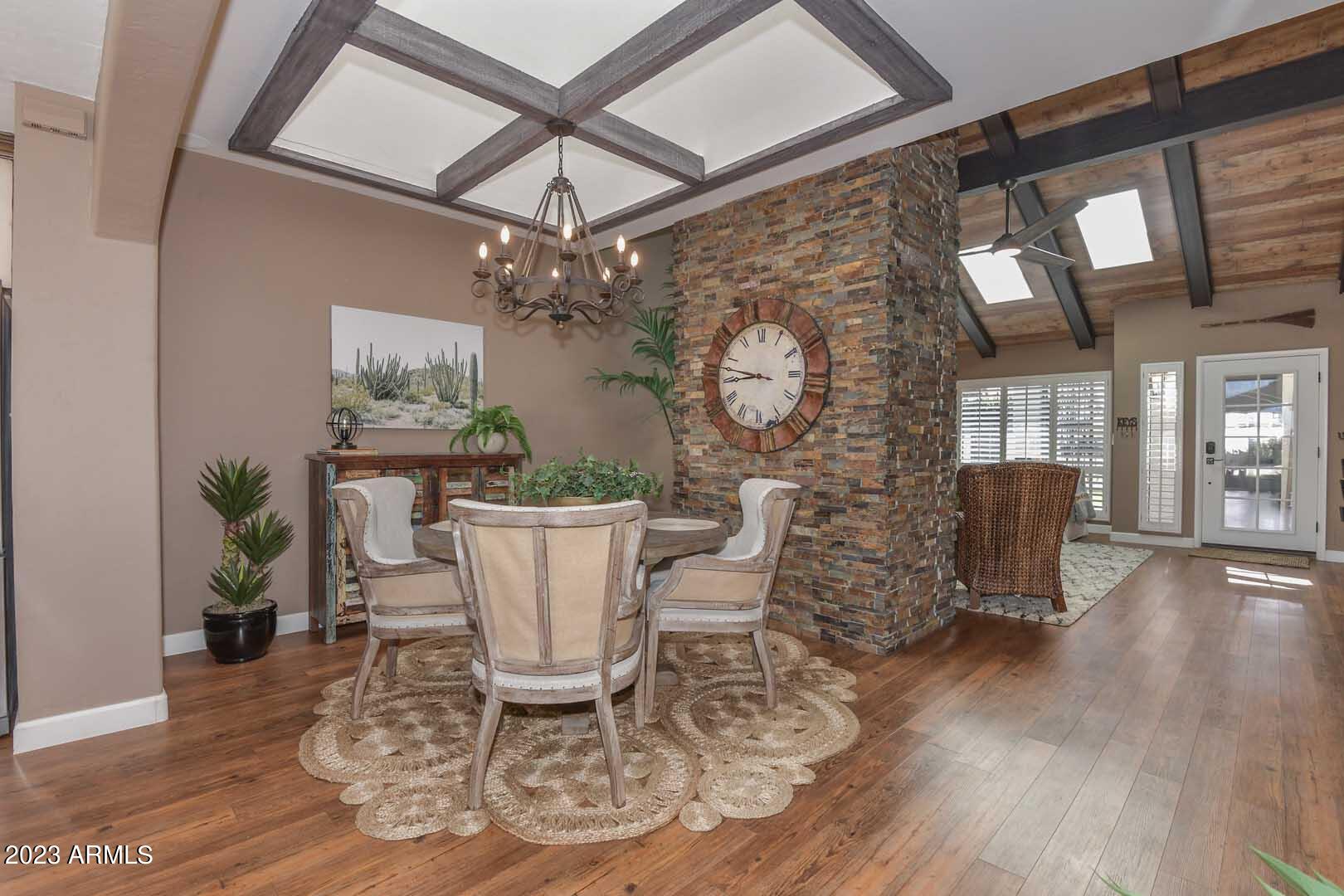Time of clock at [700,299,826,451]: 8:47
